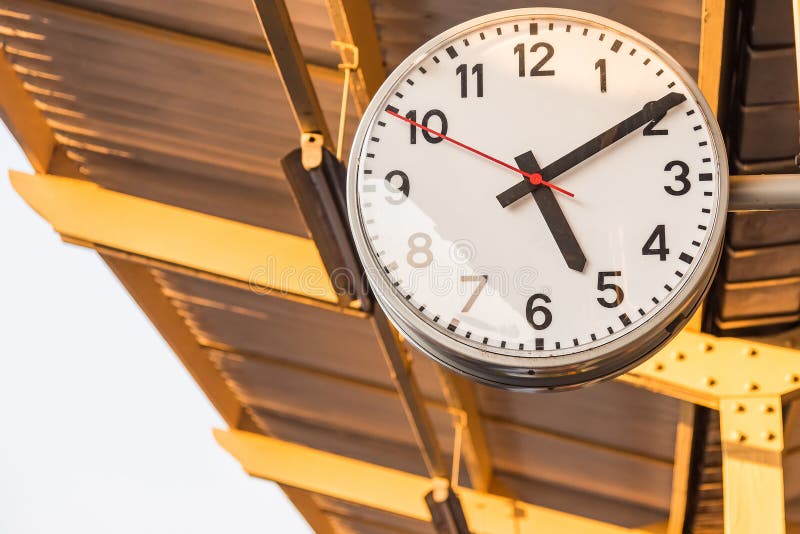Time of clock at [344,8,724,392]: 5:09
